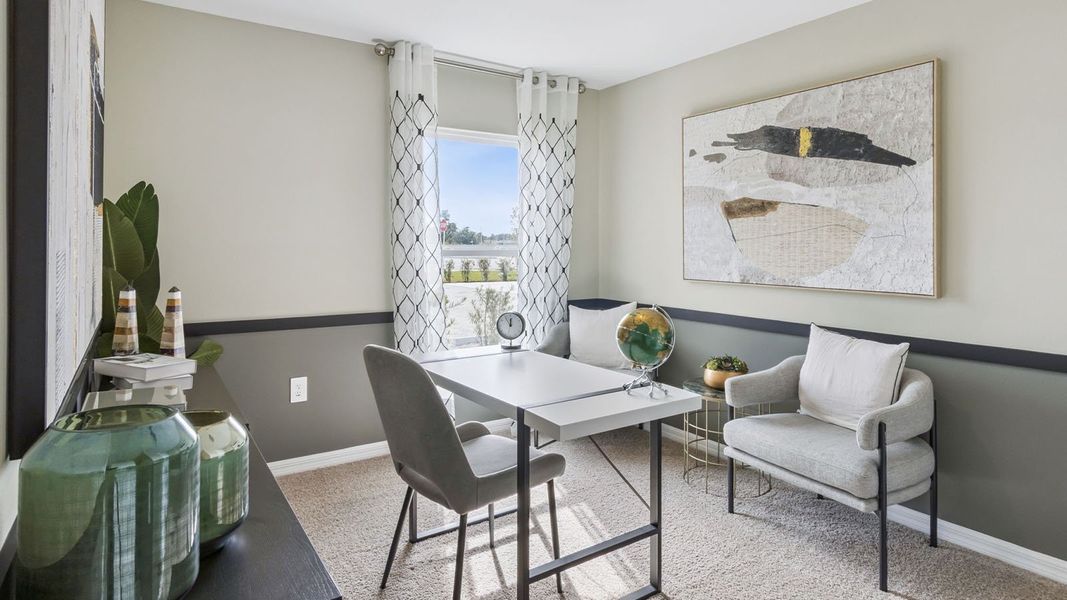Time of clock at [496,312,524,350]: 11:54
